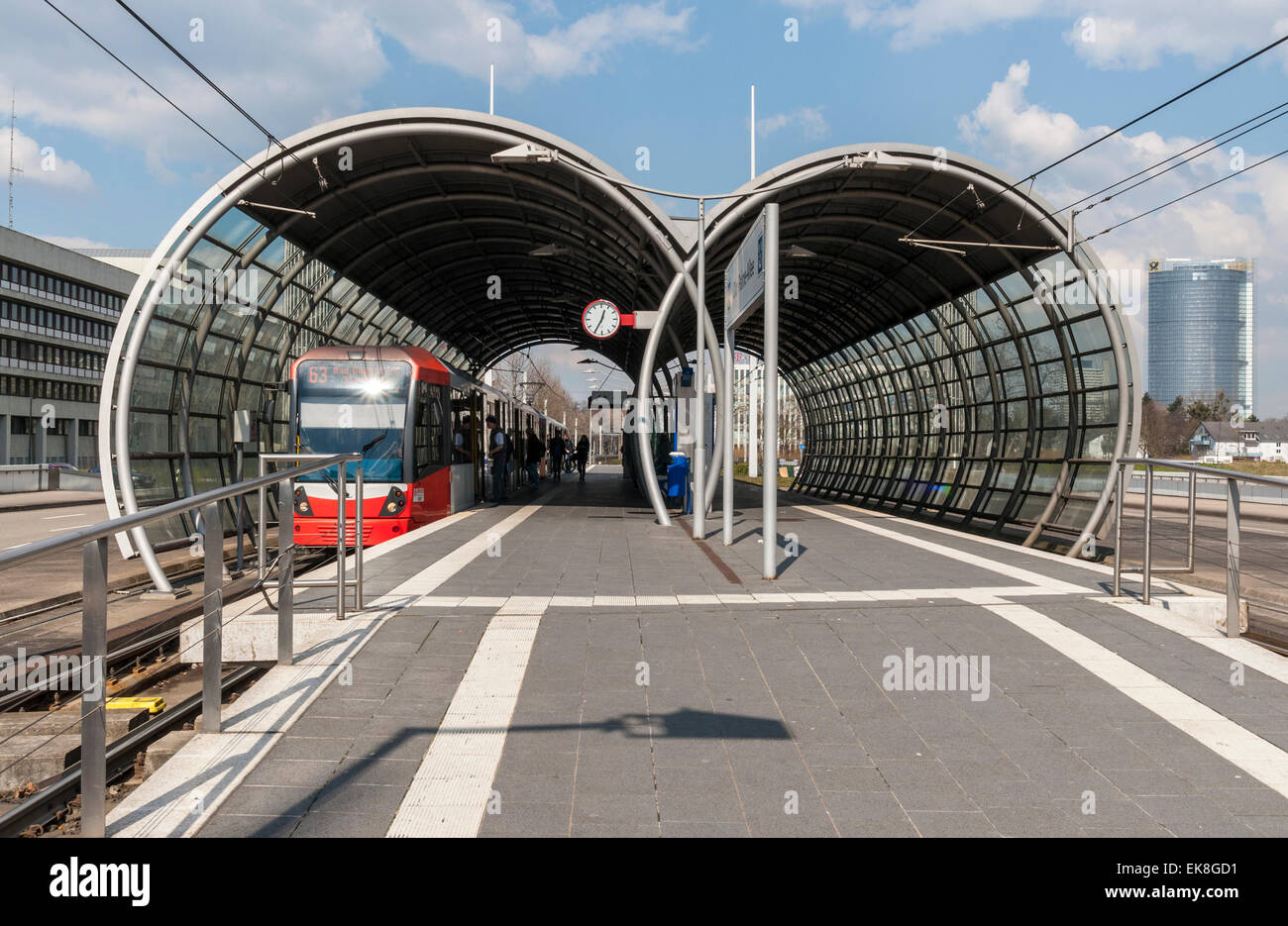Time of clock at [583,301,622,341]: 12:34
